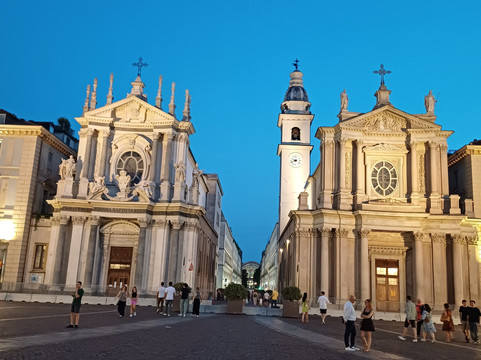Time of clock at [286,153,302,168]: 9:41
